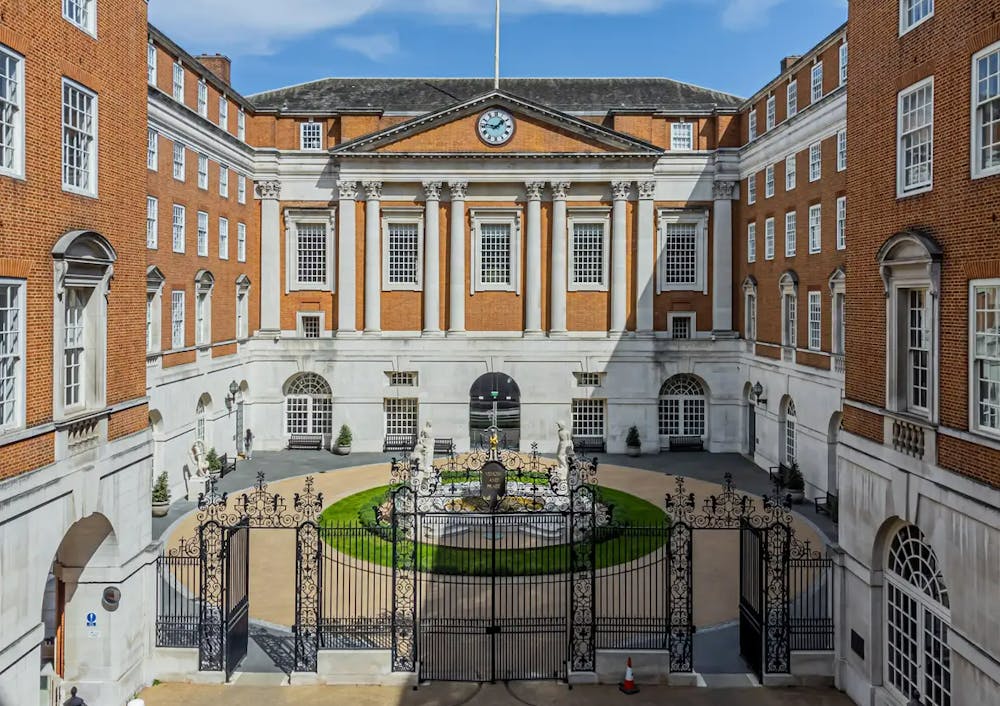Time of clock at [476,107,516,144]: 1:46
